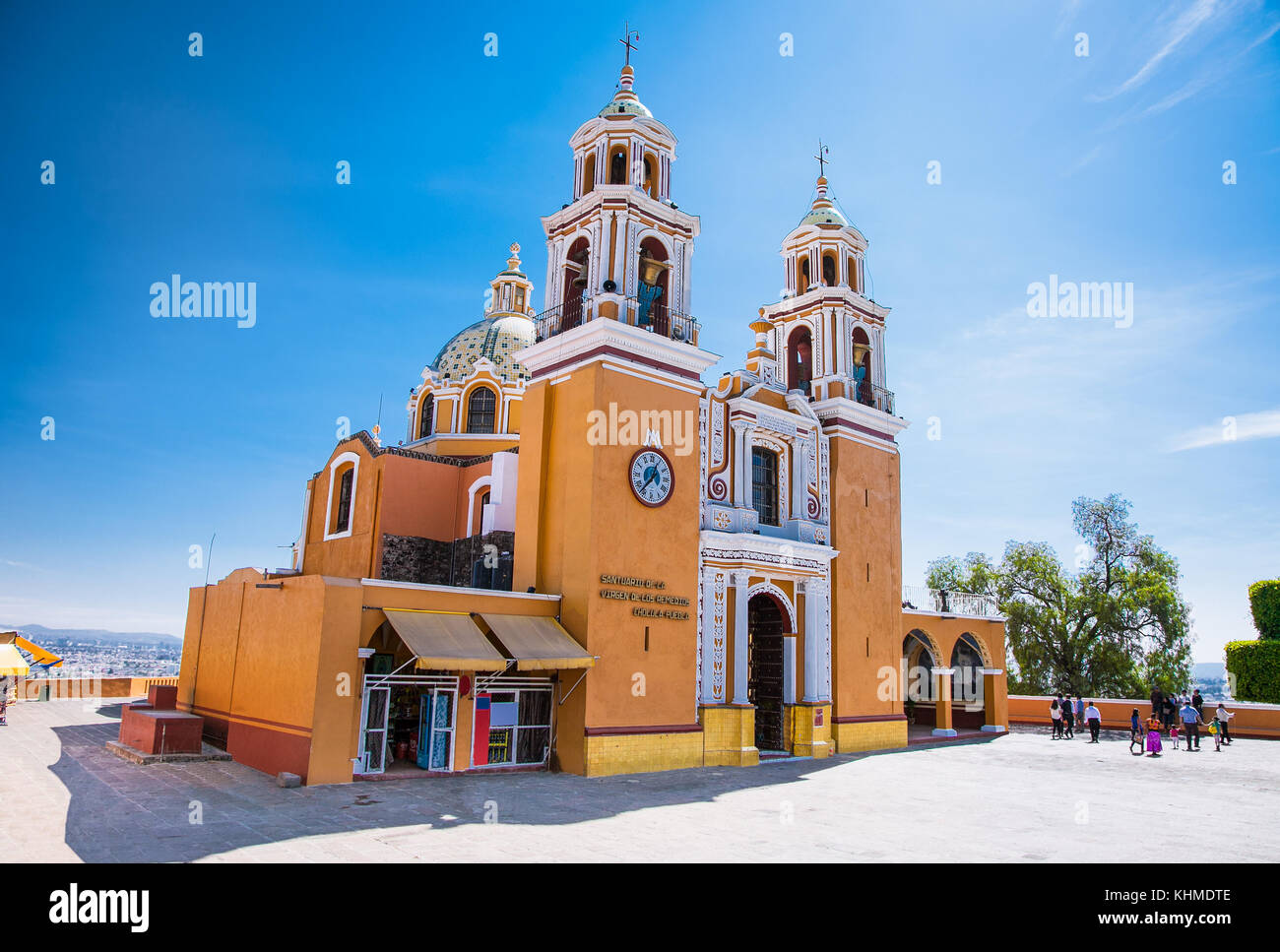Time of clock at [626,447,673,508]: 12:37
